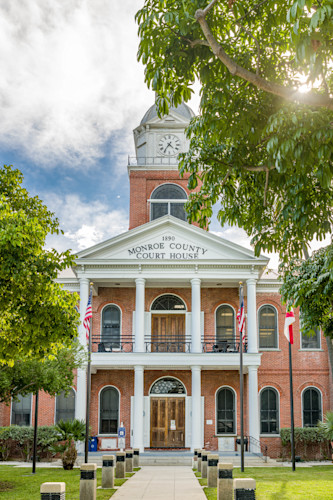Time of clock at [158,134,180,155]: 4:35
